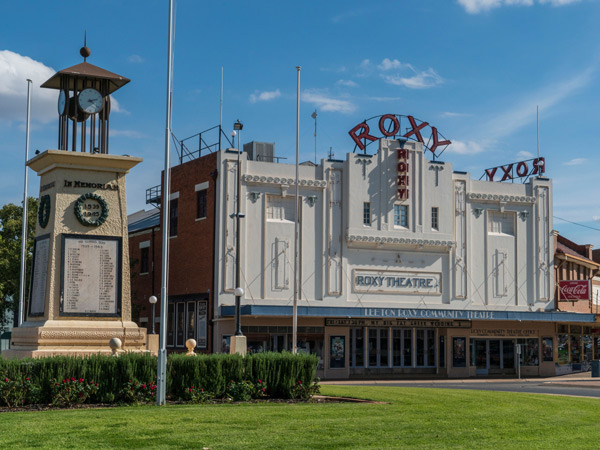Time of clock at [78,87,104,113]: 2:21
